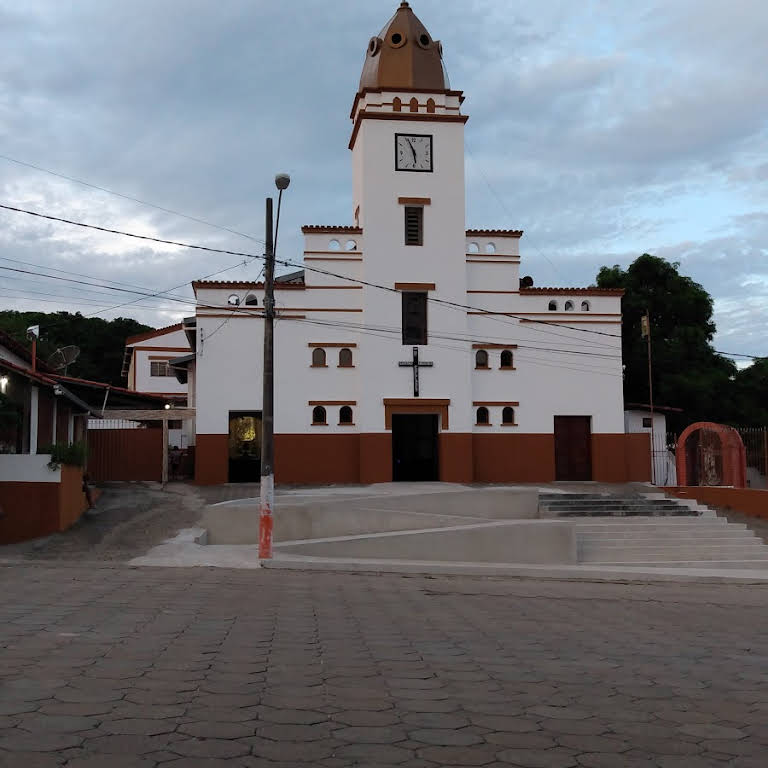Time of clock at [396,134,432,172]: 5:55
